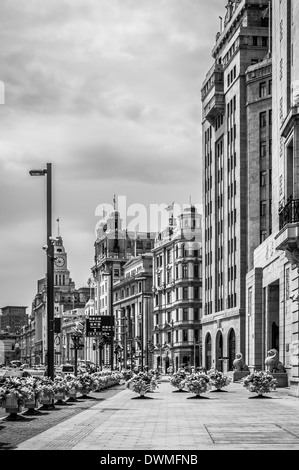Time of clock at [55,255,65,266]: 10:42
